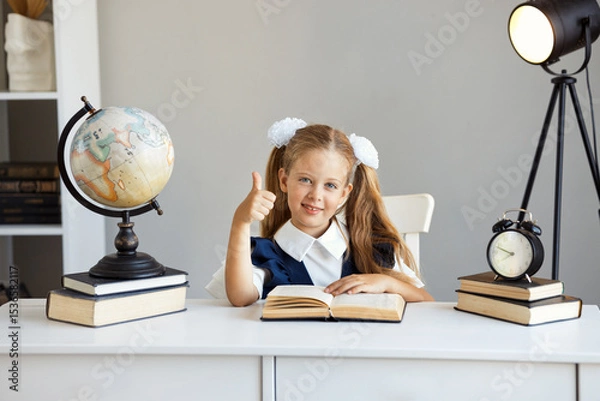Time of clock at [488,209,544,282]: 7:48
